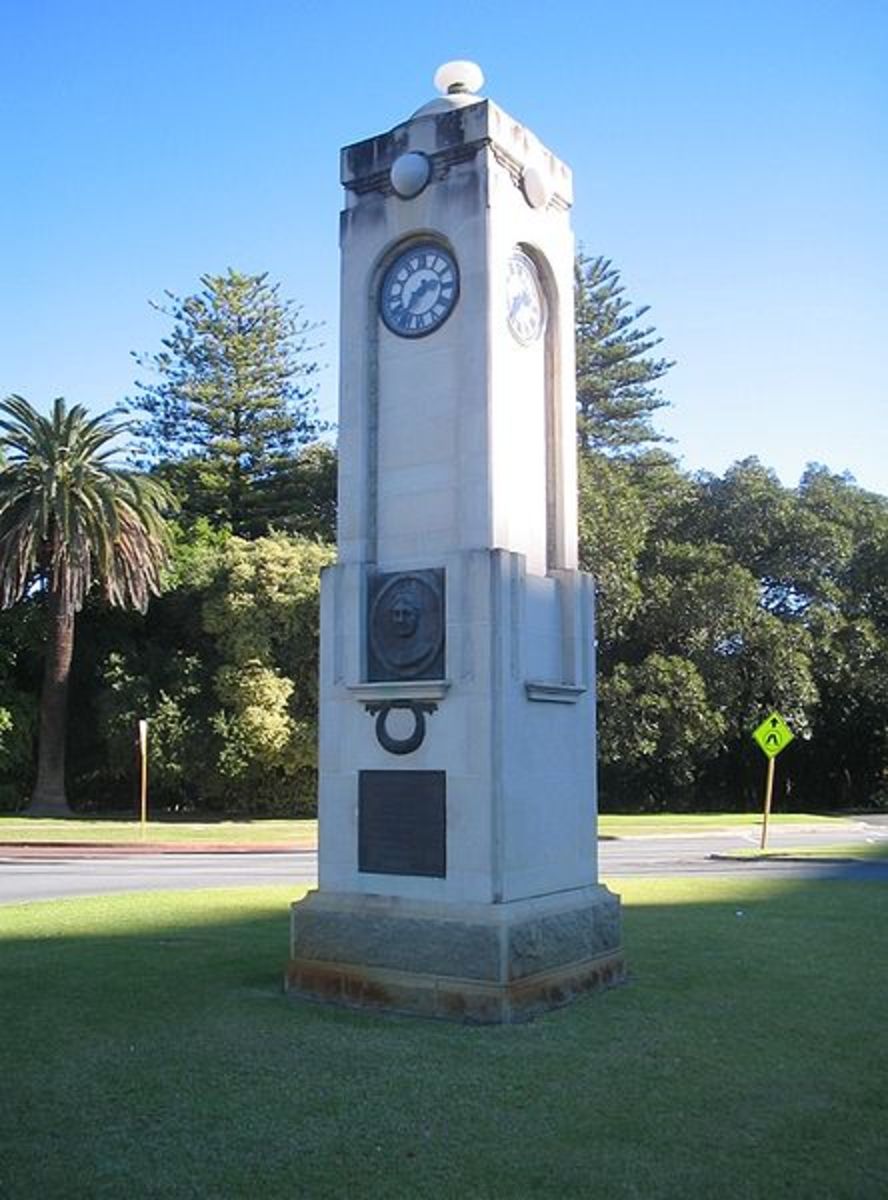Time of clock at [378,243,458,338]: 2:36
